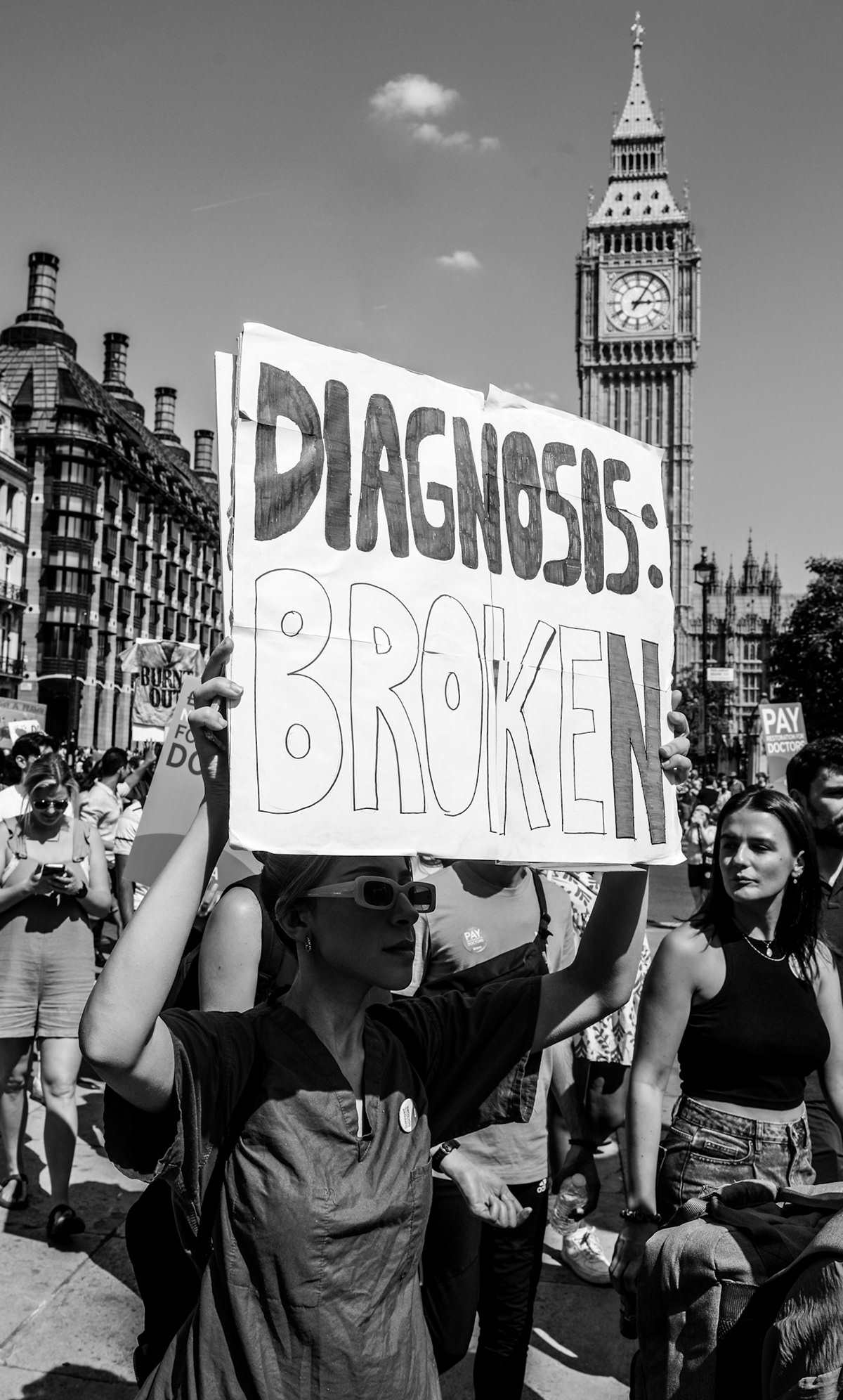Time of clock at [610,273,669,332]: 3:05
